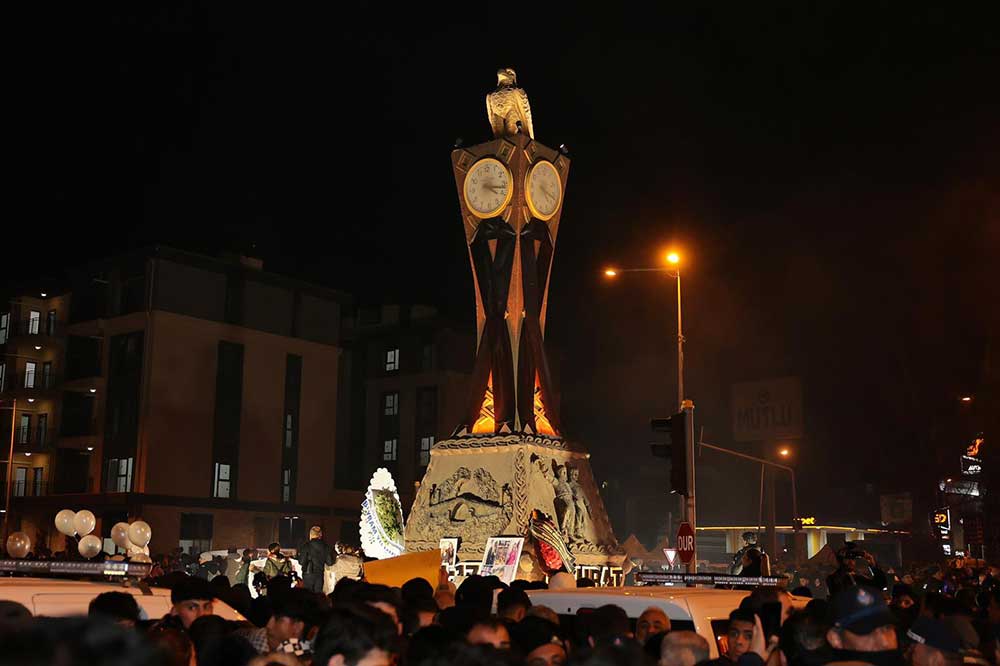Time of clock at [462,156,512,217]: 4:17
